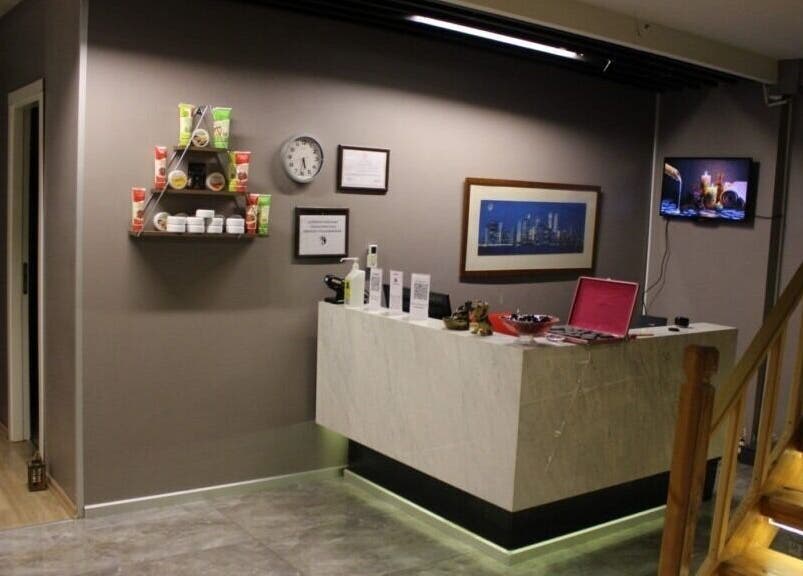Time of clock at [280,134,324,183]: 5:31
